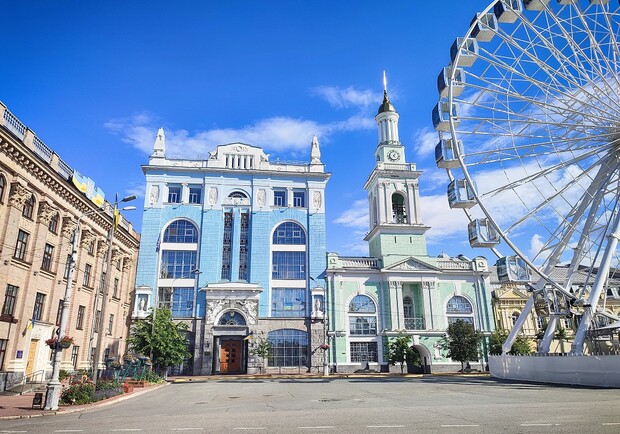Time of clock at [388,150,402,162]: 5:05
